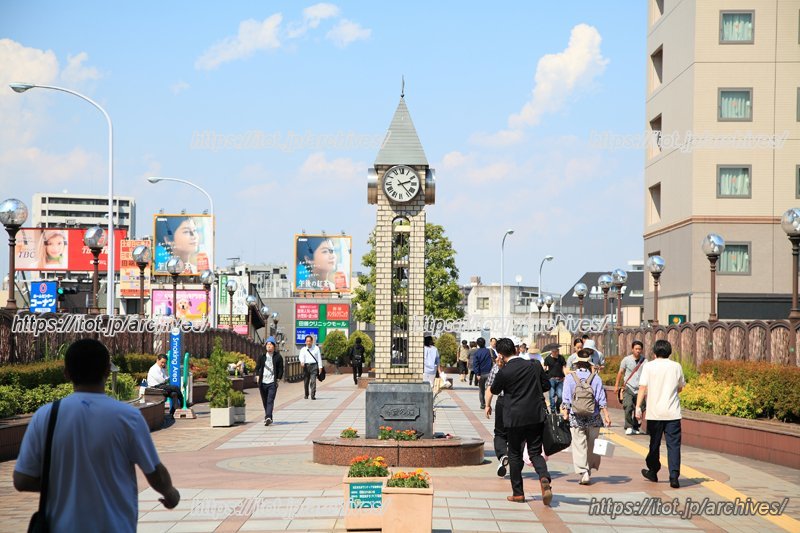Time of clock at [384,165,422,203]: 2:23
